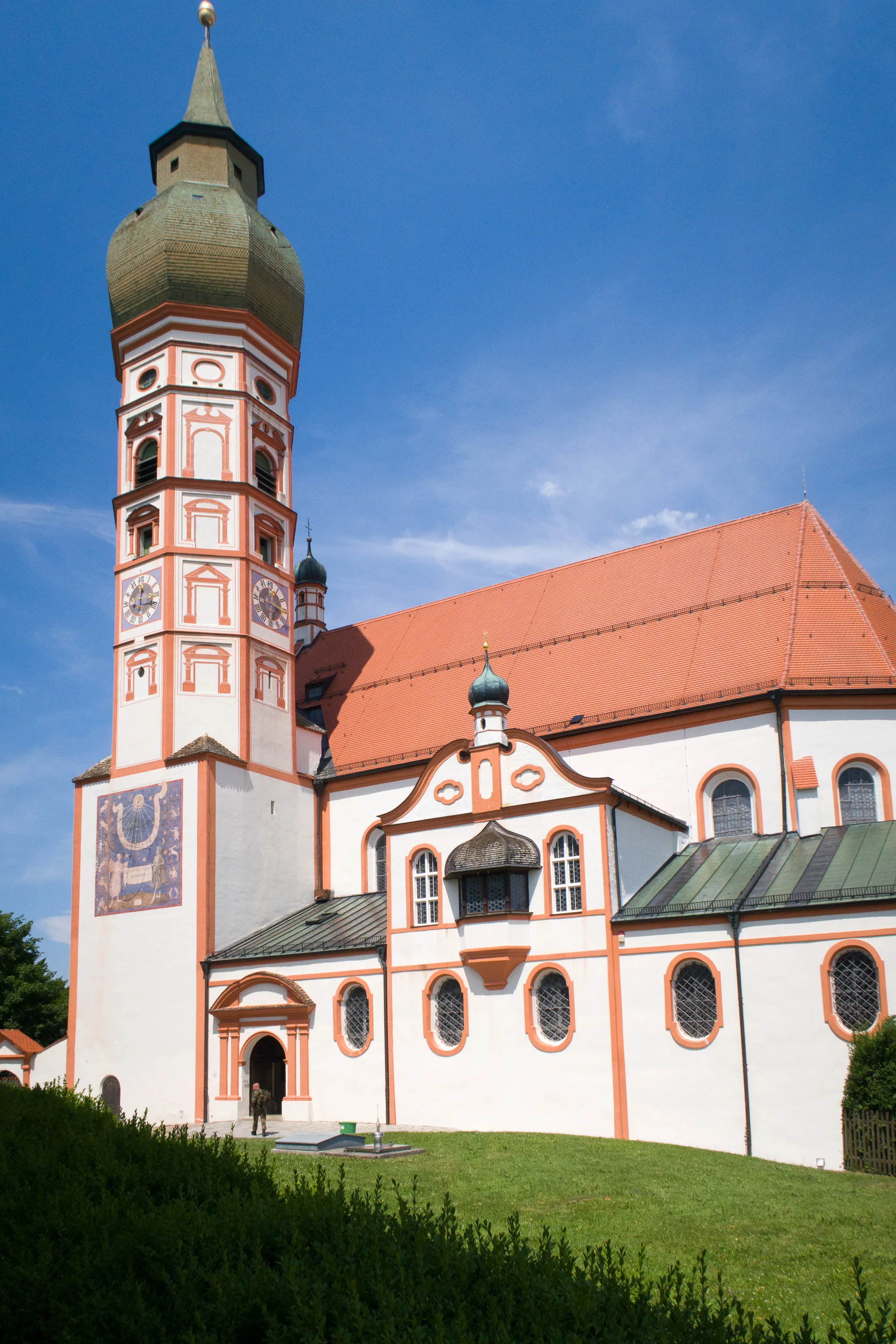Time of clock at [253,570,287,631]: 12:16
